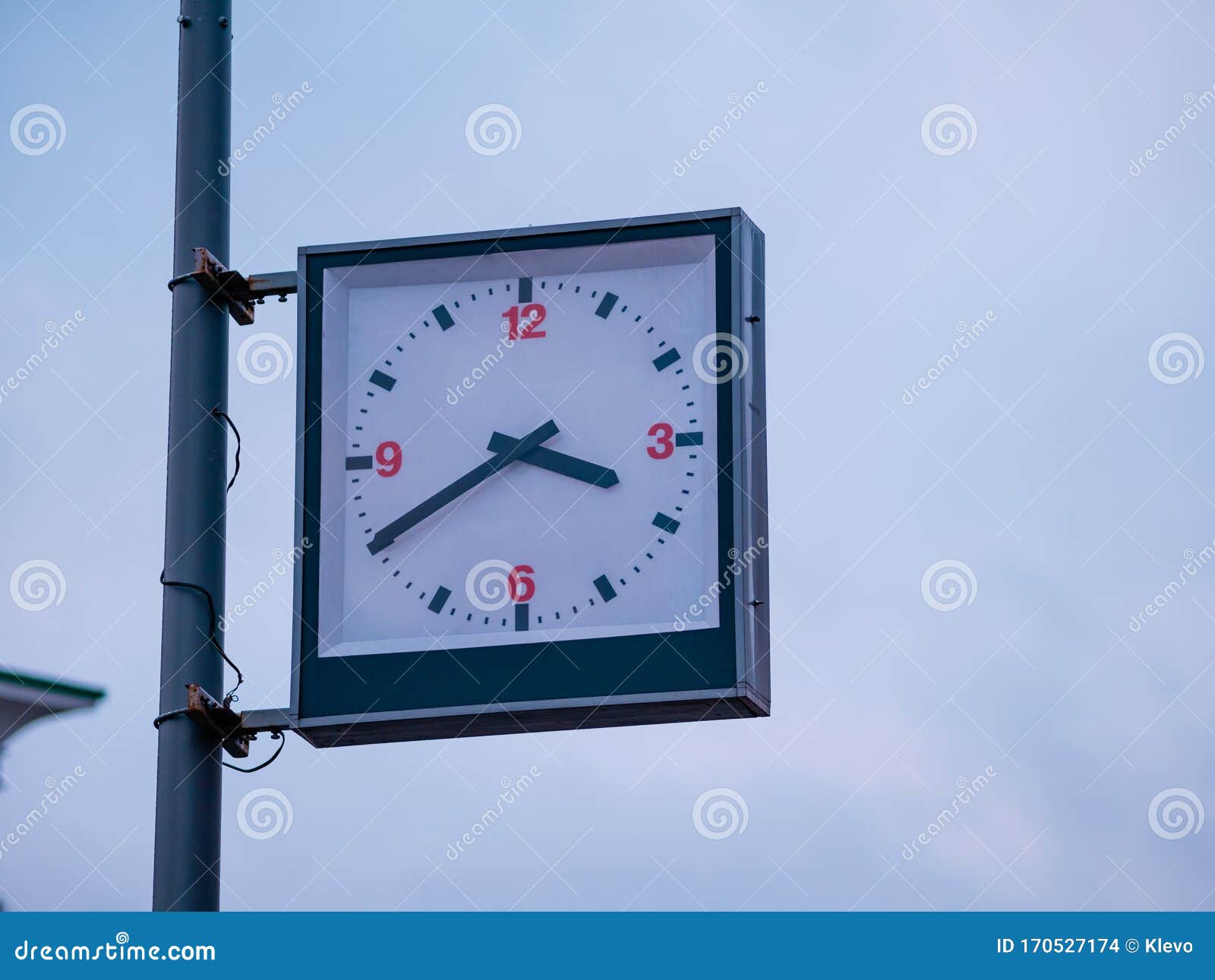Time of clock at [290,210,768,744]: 3:40
